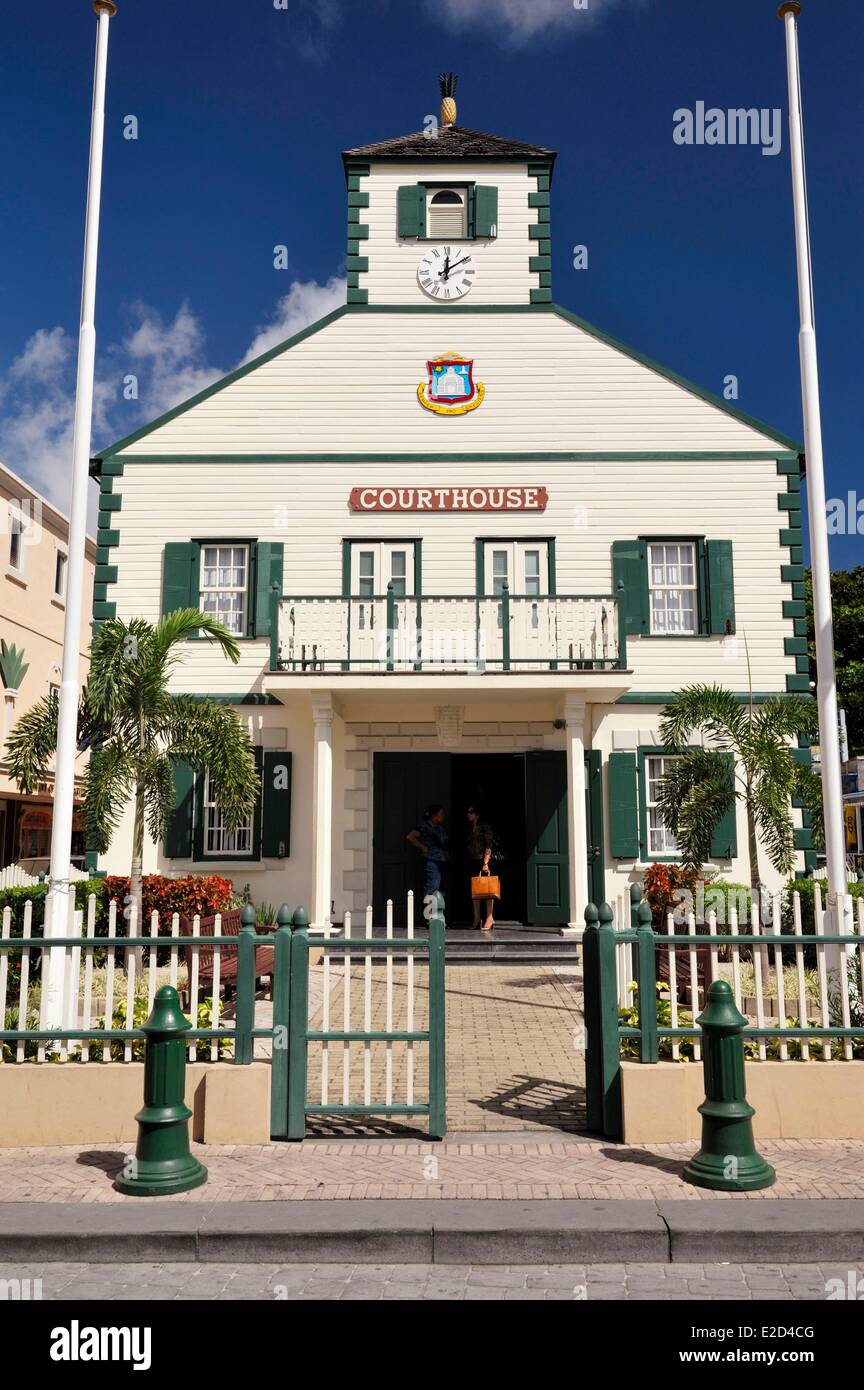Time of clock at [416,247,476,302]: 12:08
